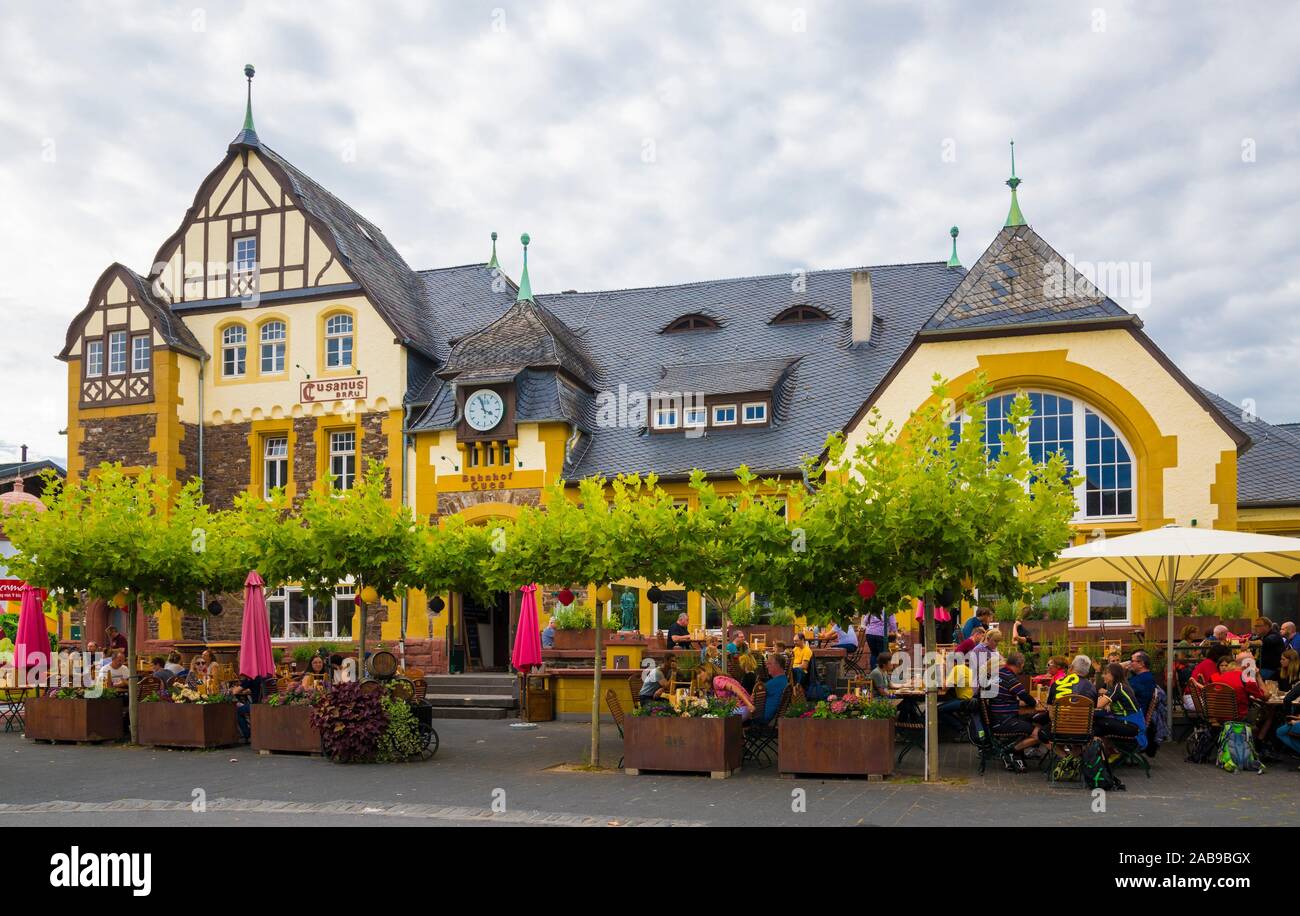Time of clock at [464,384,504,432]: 3:56
